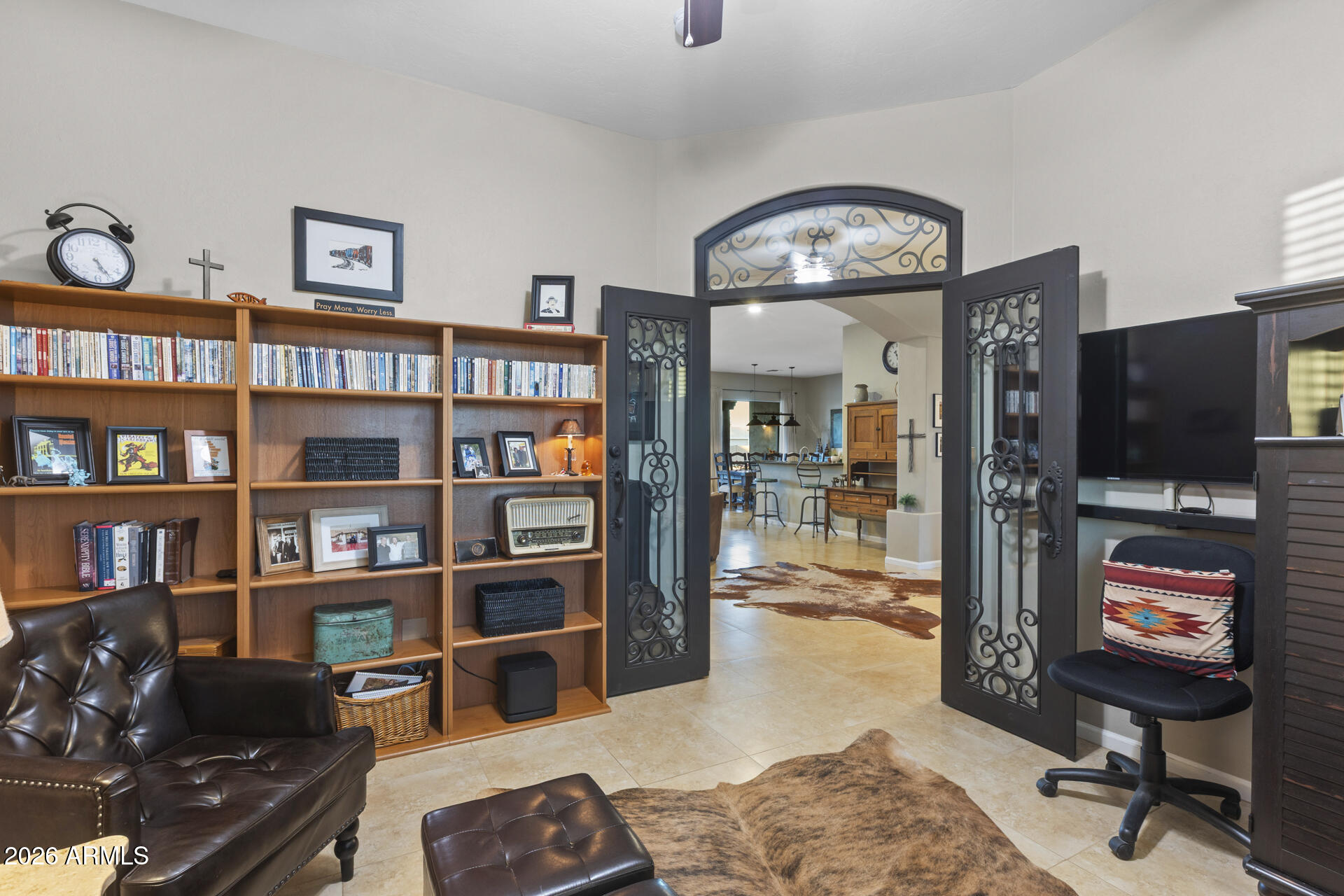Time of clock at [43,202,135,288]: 5:24
